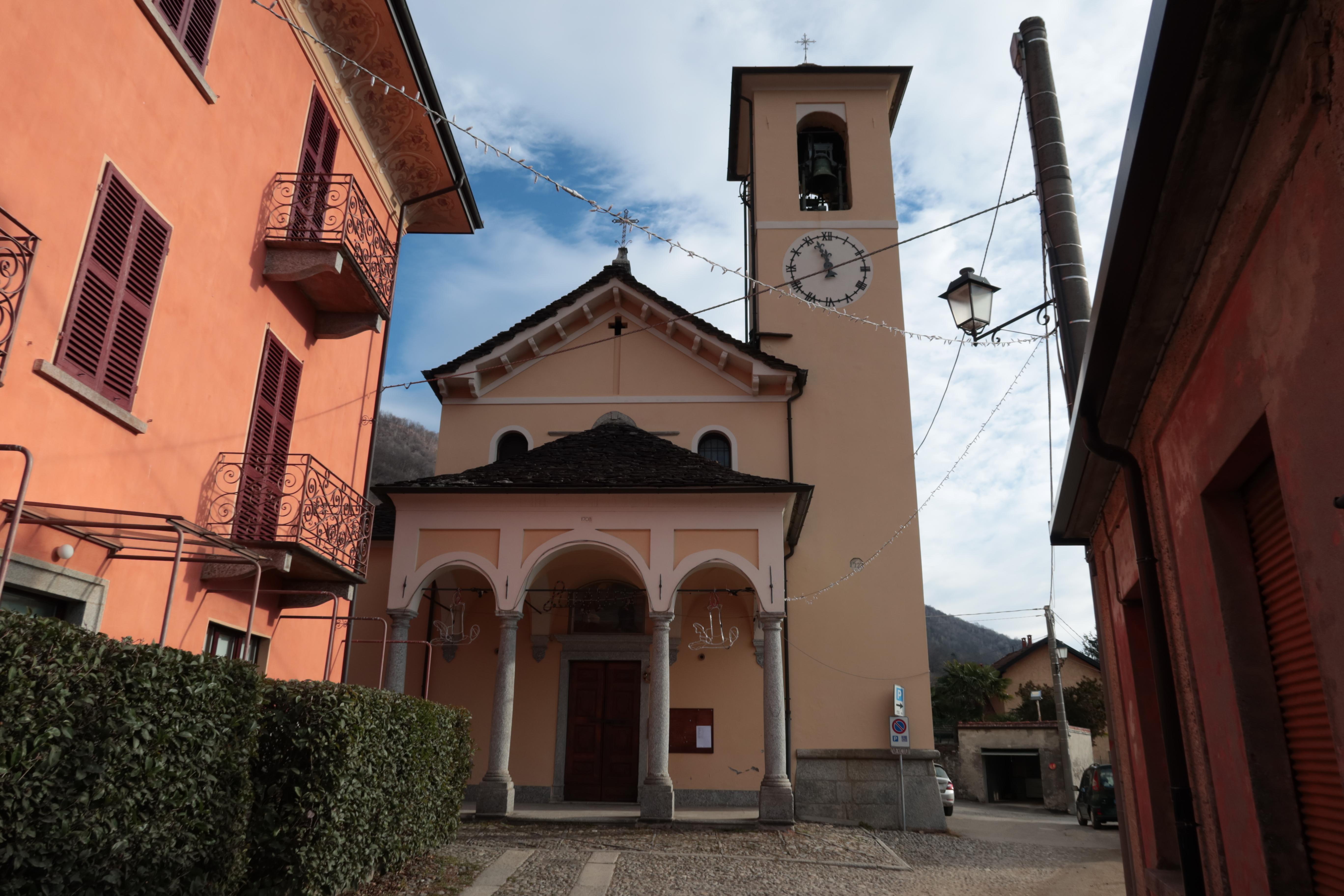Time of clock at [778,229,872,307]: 11:56
